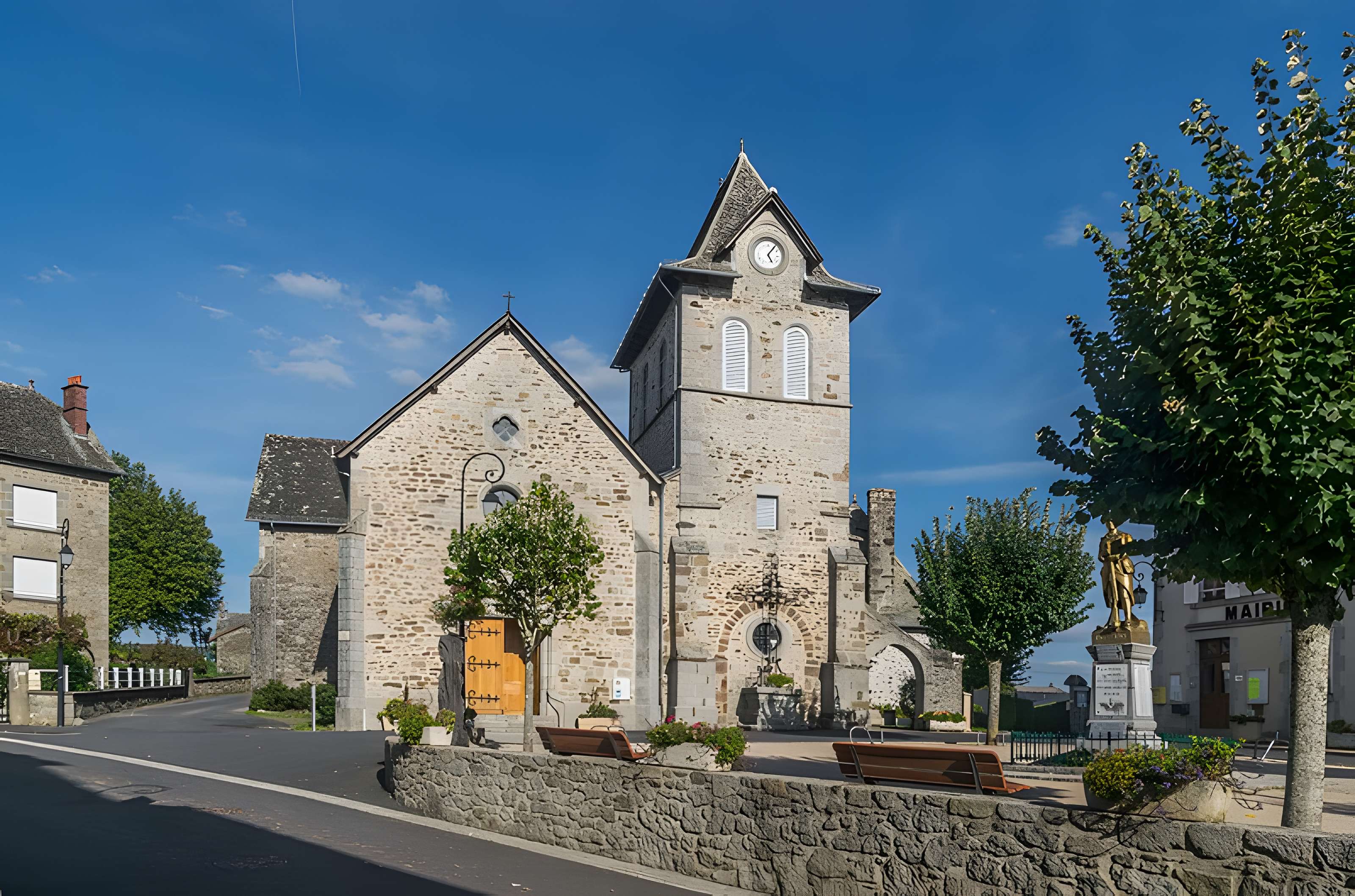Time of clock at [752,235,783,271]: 5:06
